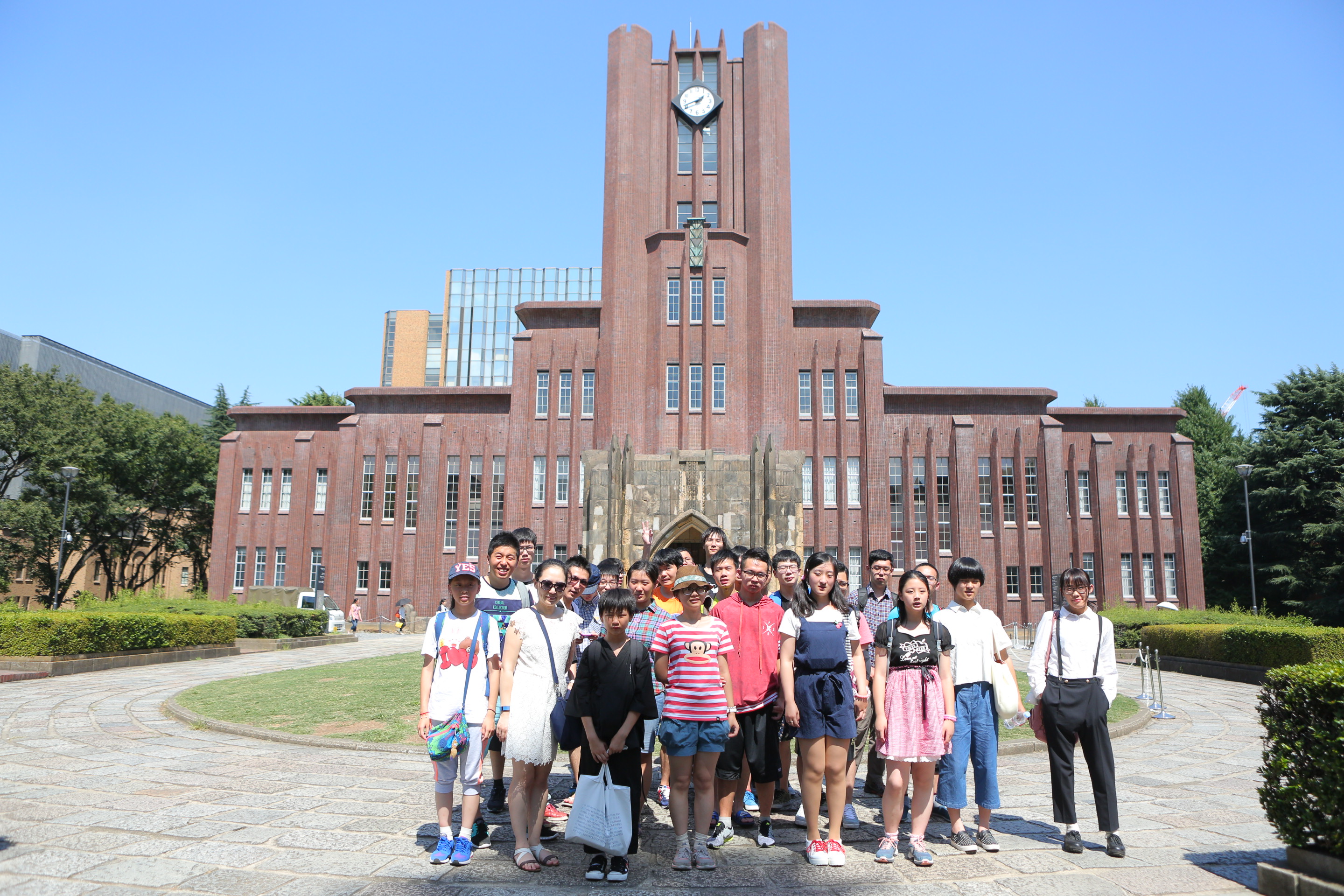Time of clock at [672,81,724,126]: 1:41
